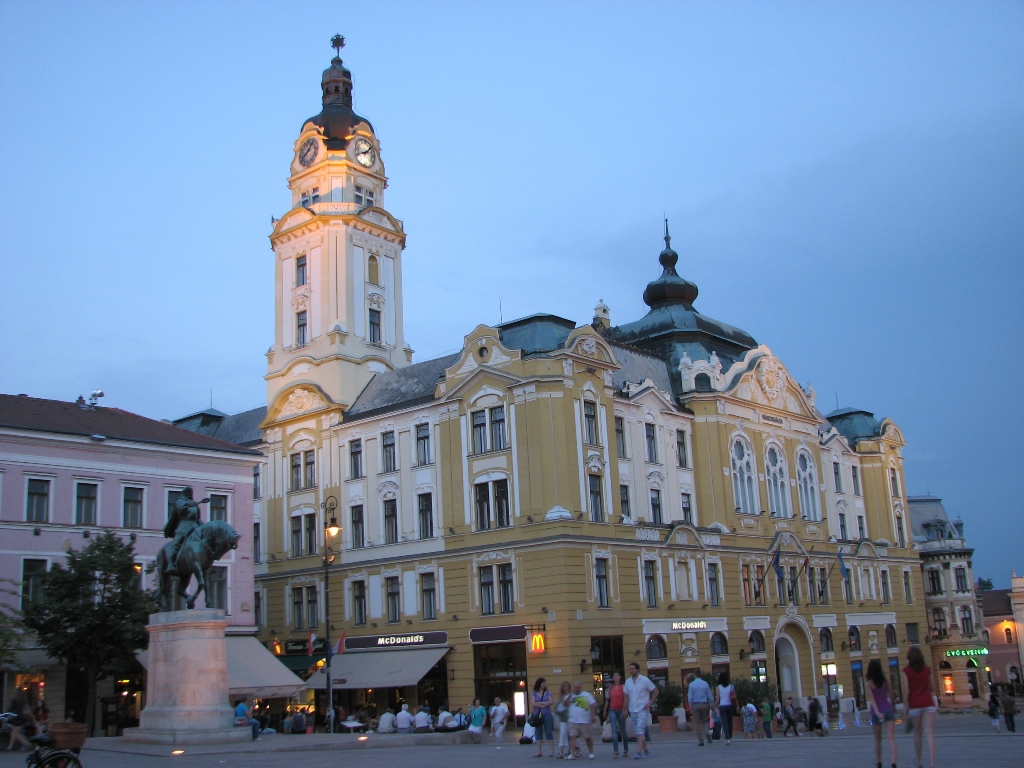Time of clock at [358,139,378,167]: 1:41
